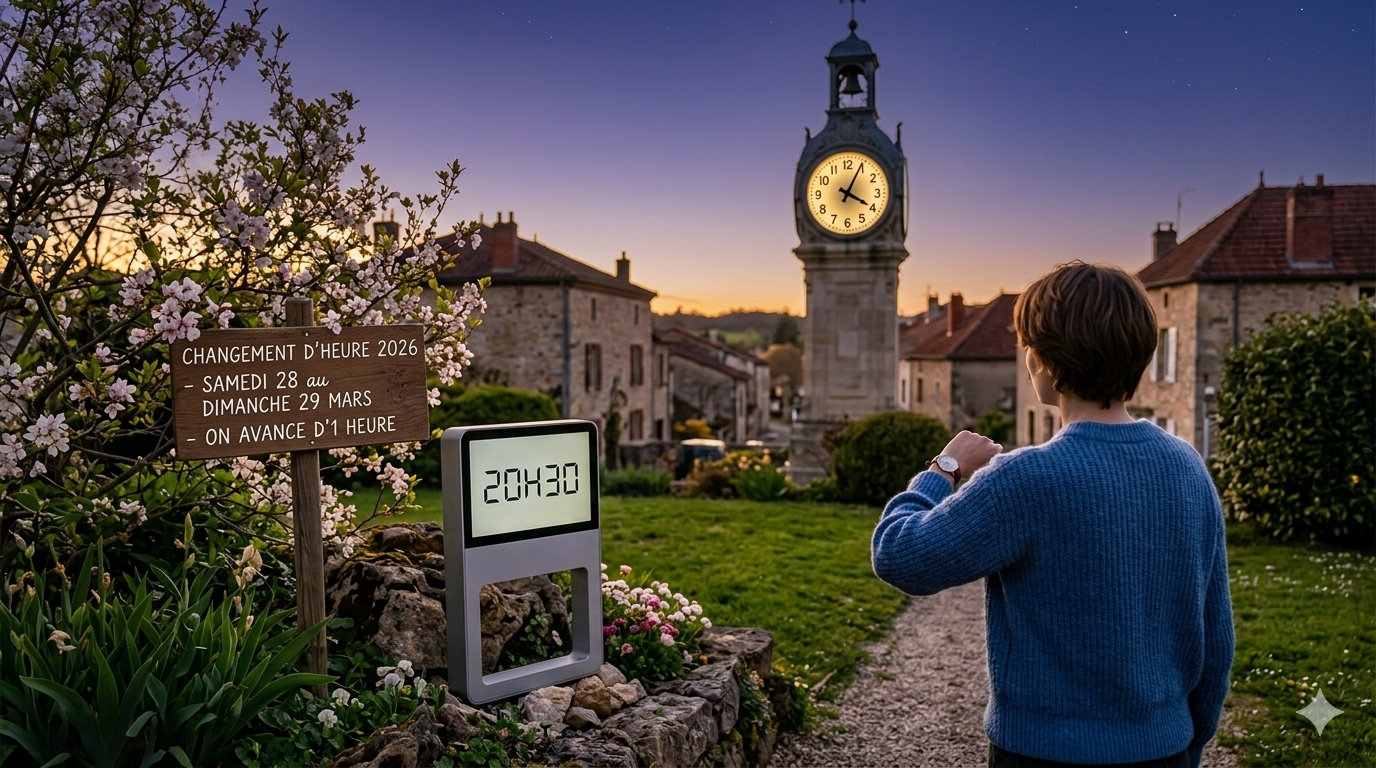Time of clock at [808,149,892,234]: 4:04
